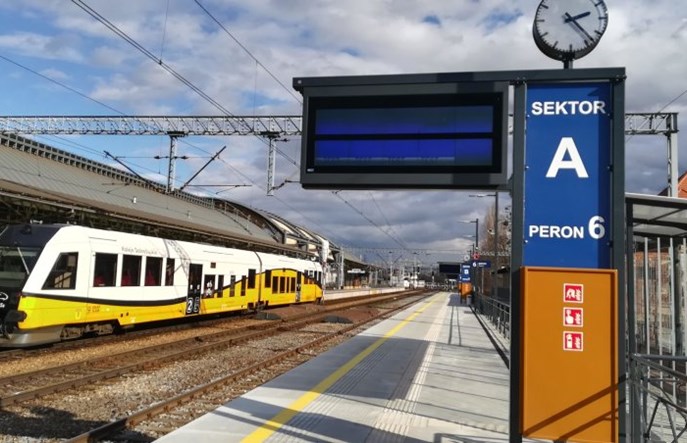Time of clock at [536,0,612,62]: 2:23
